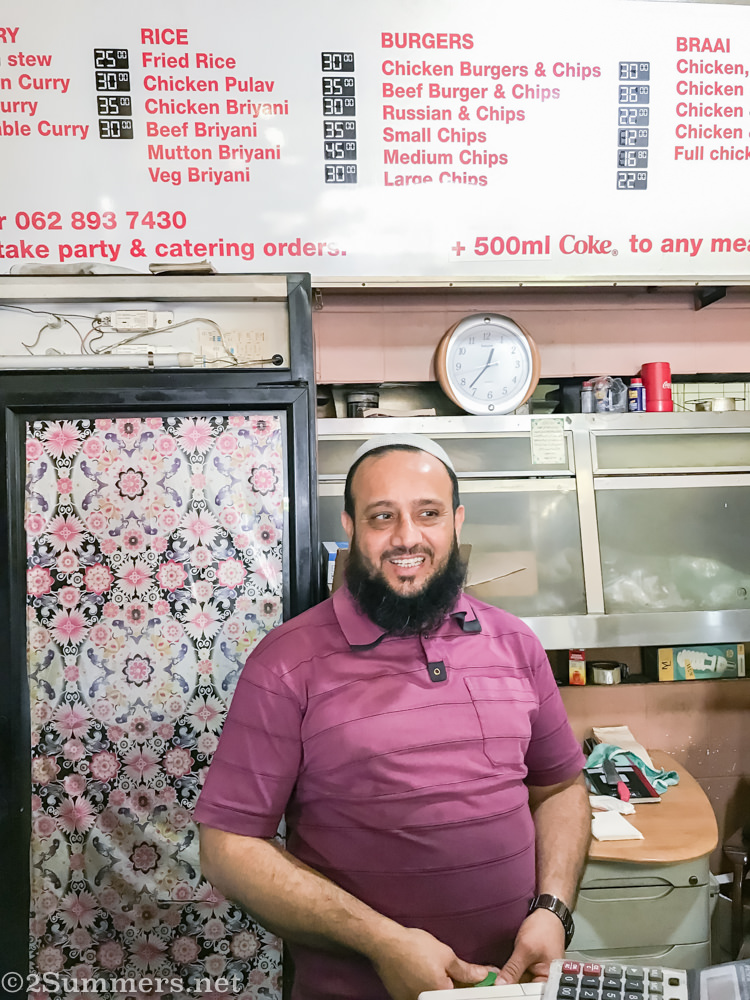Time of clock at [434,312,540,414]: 12:37
